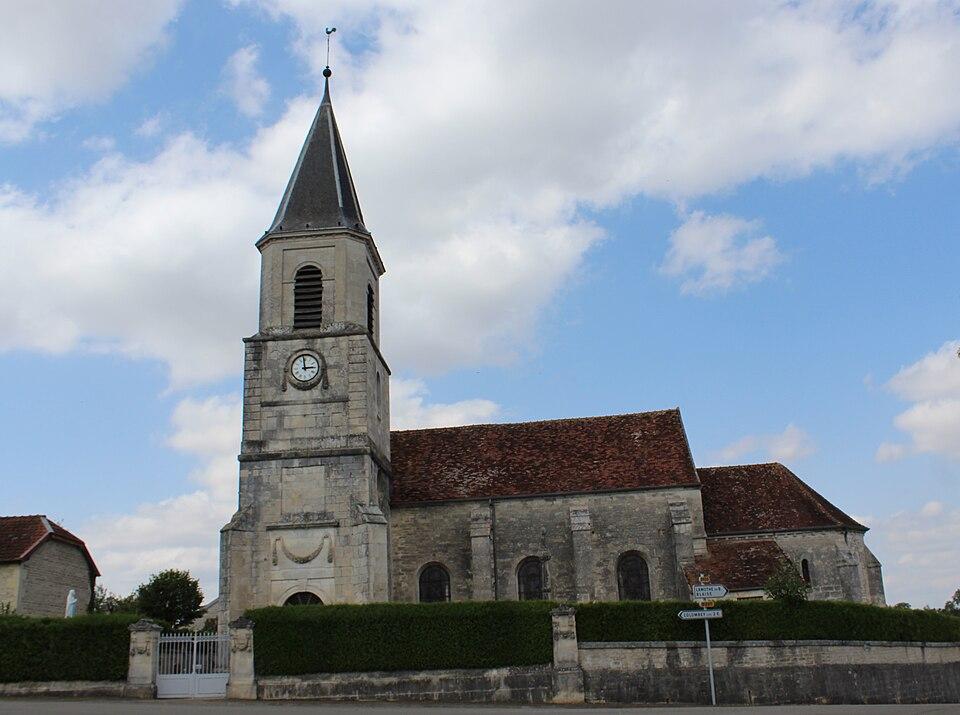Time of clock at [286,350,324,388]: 2:58
